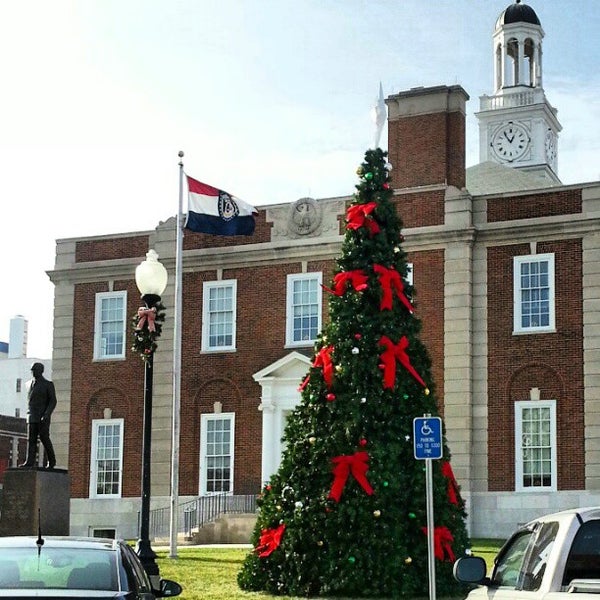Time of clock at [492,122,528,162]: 12:54
